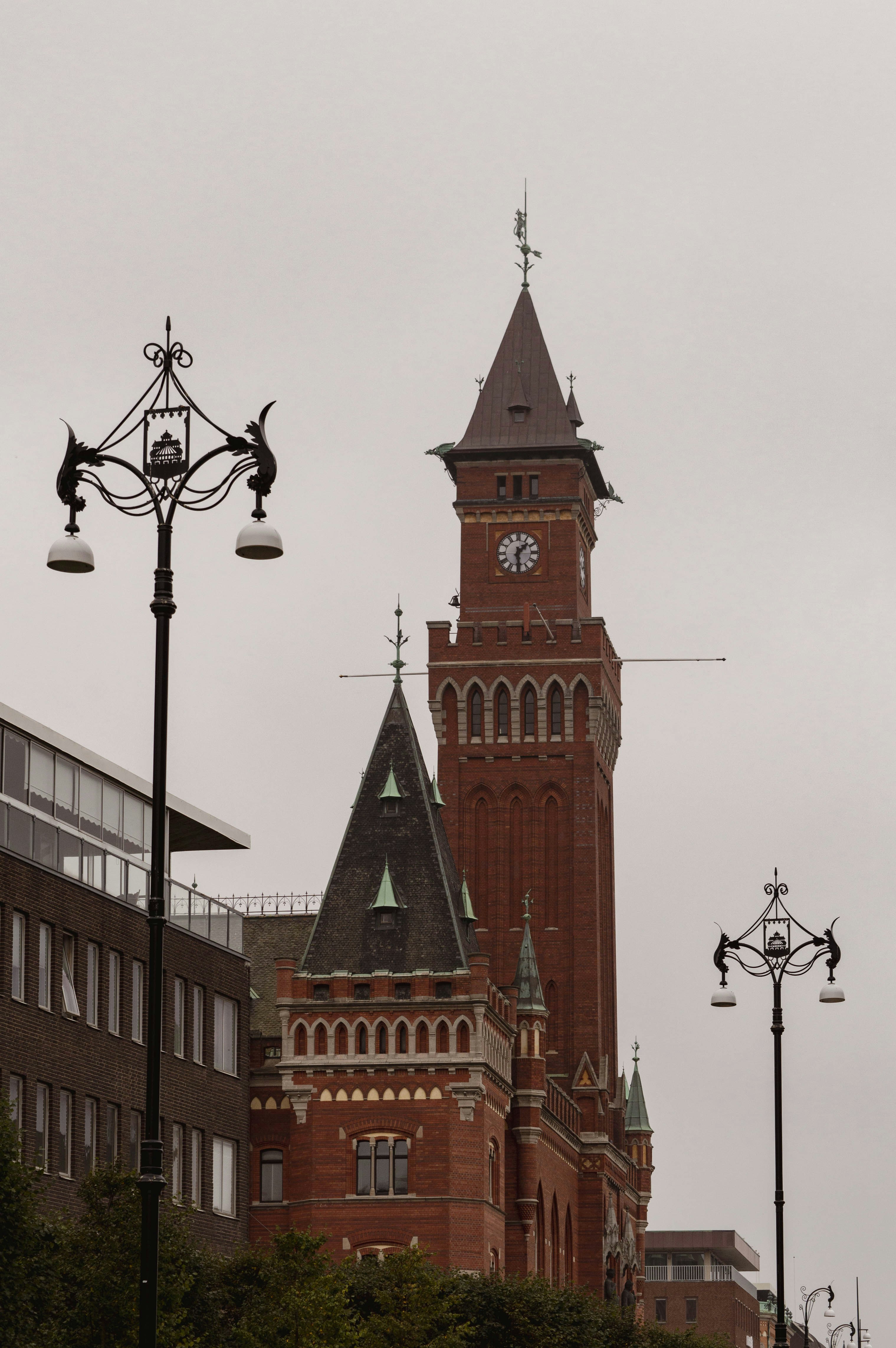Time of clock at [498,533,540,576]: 1:29
